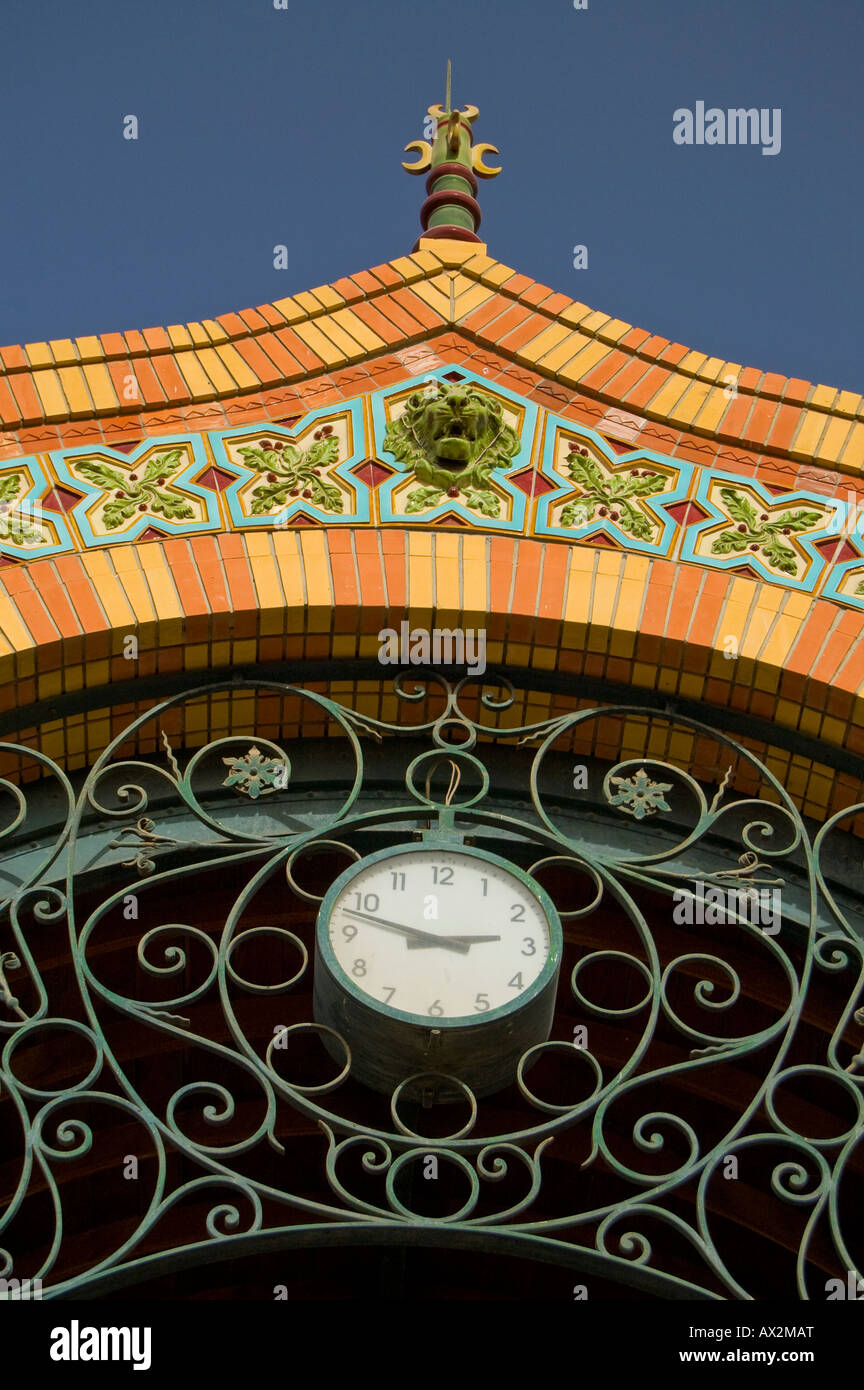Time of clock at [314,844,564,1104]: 2:48
